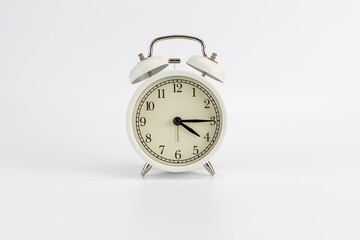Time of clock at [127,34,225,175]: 4:14
